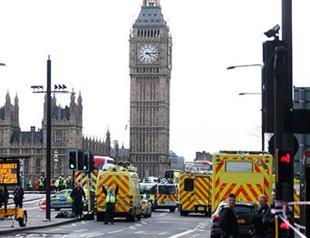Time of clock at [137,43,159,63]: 4:13
